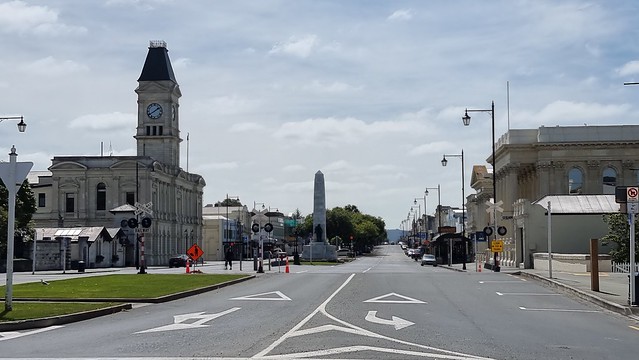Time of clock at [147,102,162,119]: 1:39
